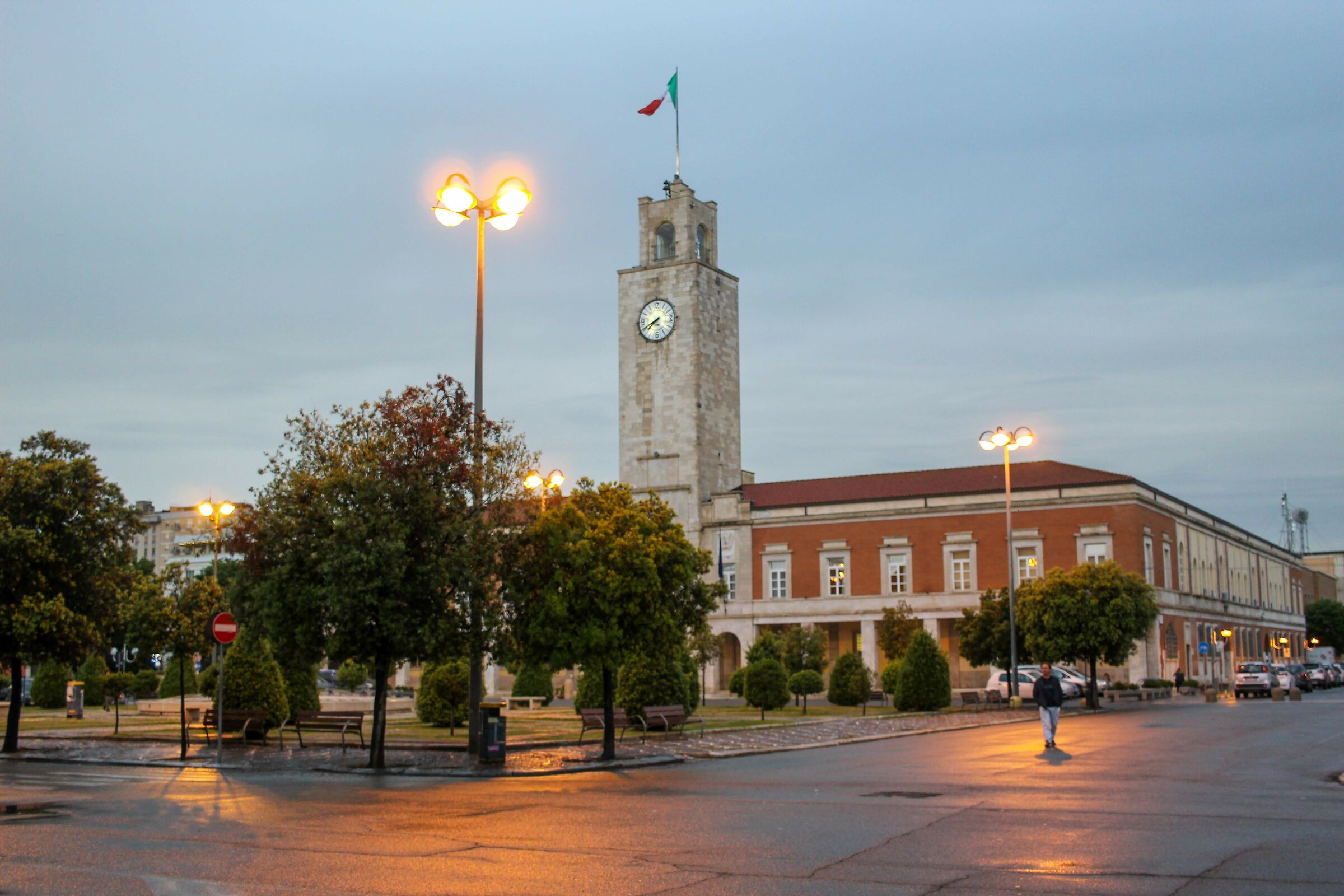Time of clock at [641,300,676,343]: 7:40
